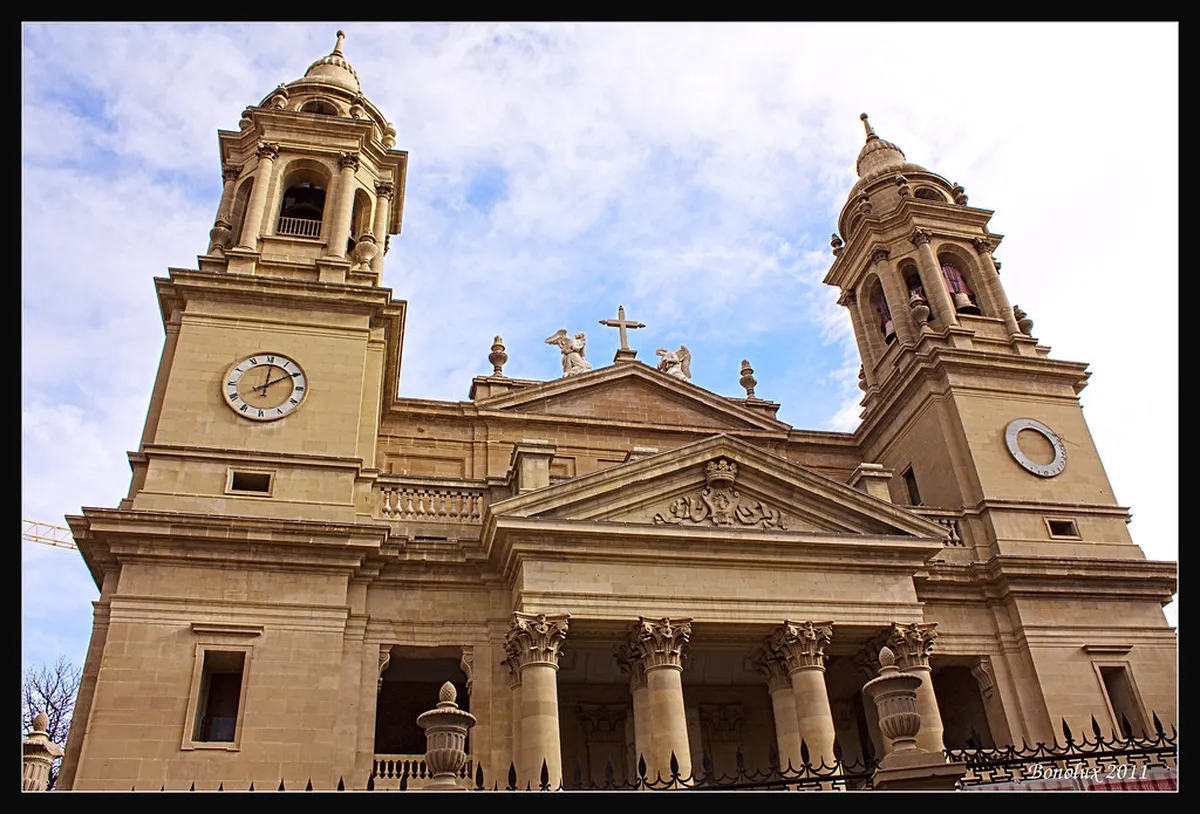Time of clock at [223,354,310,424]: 12:09
